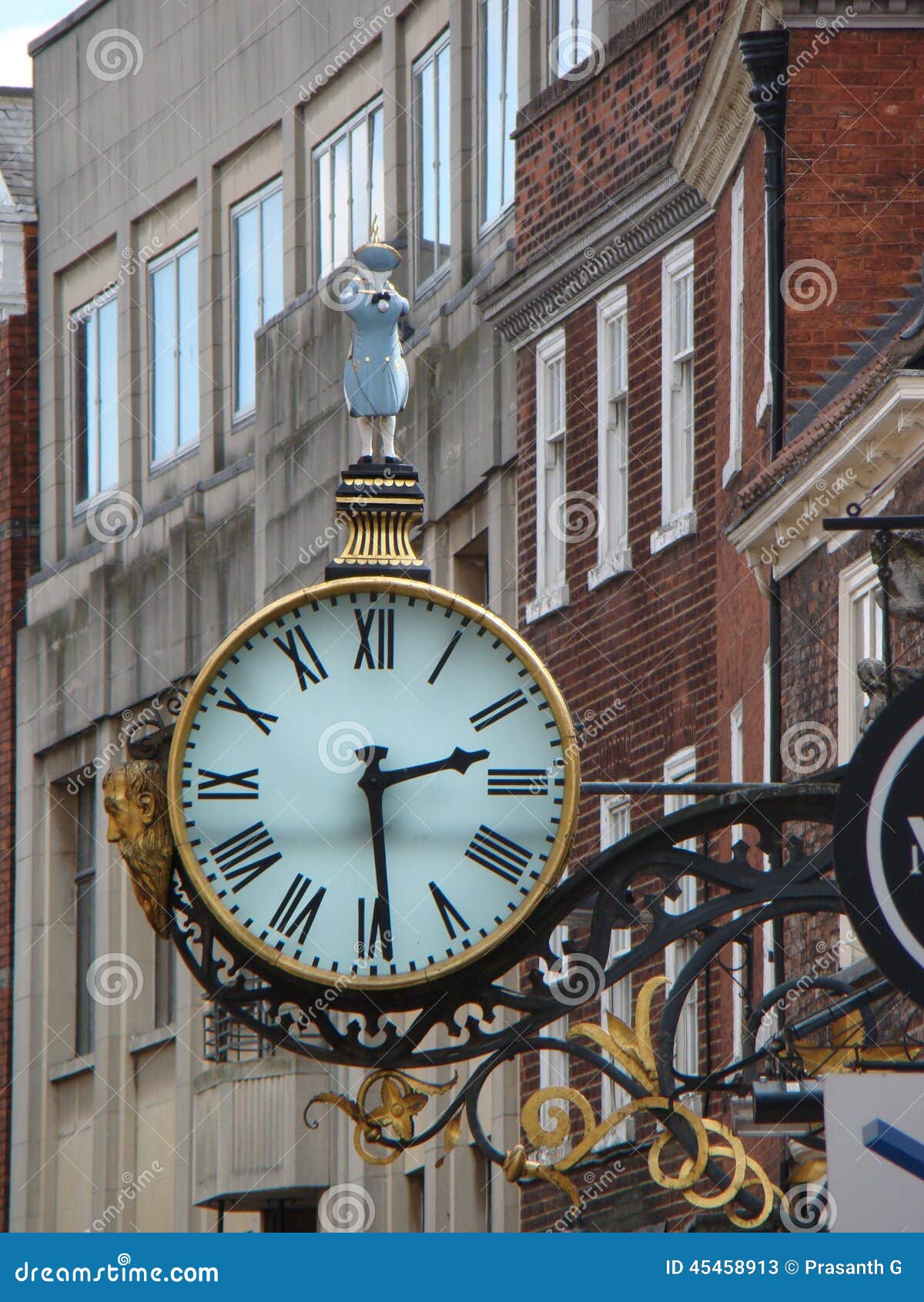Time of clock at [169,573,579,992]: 2:29
